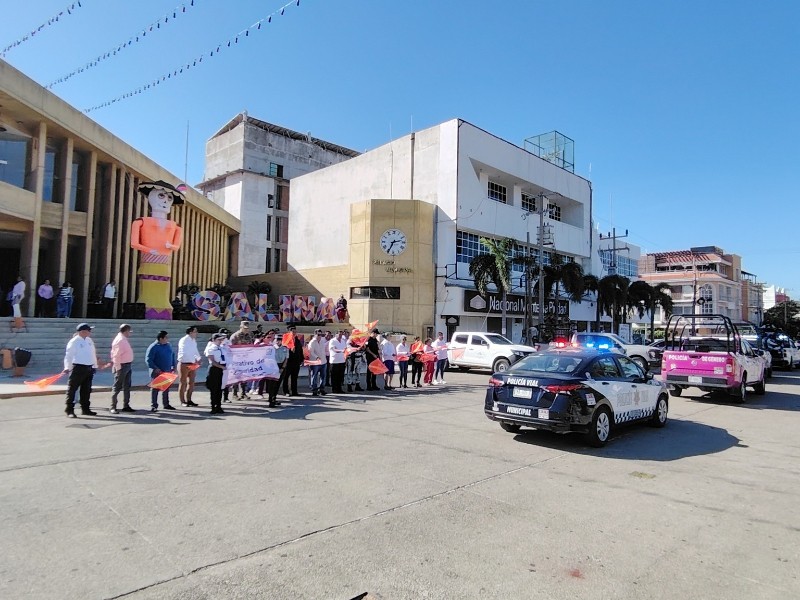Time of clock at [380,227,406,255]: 2:34
